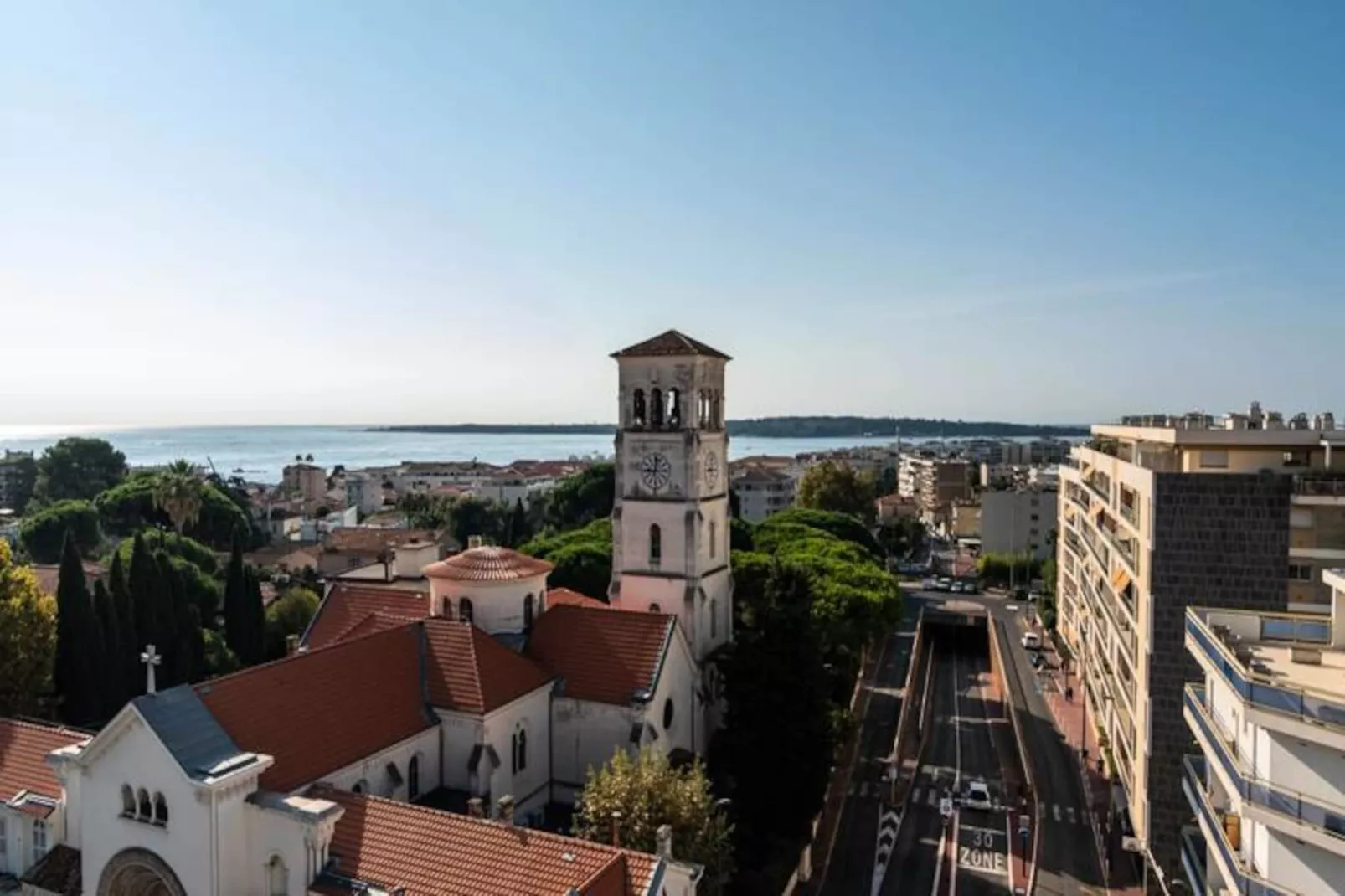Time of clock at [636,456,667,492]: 9:01
